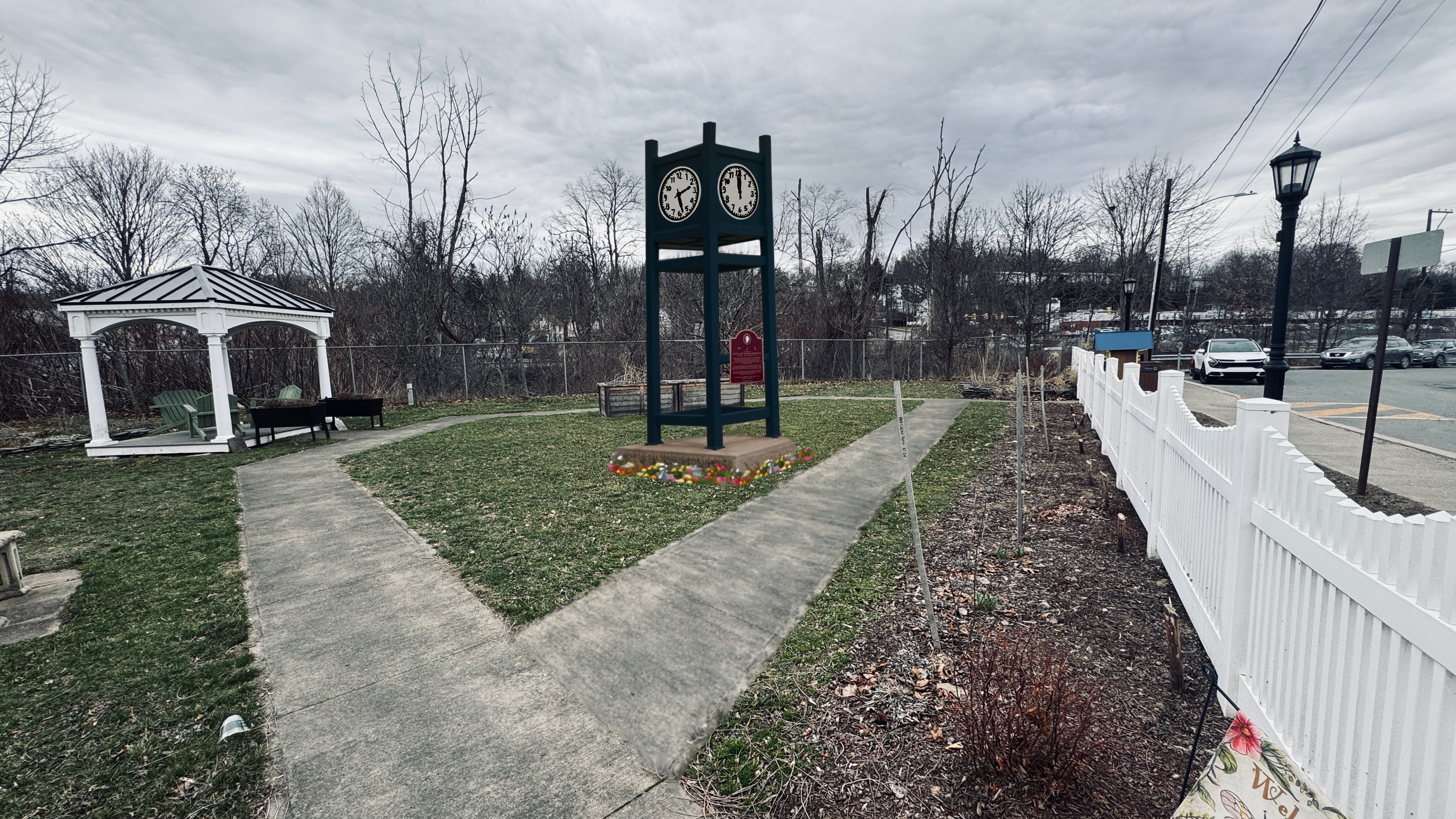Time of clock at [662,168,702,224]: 2:27
